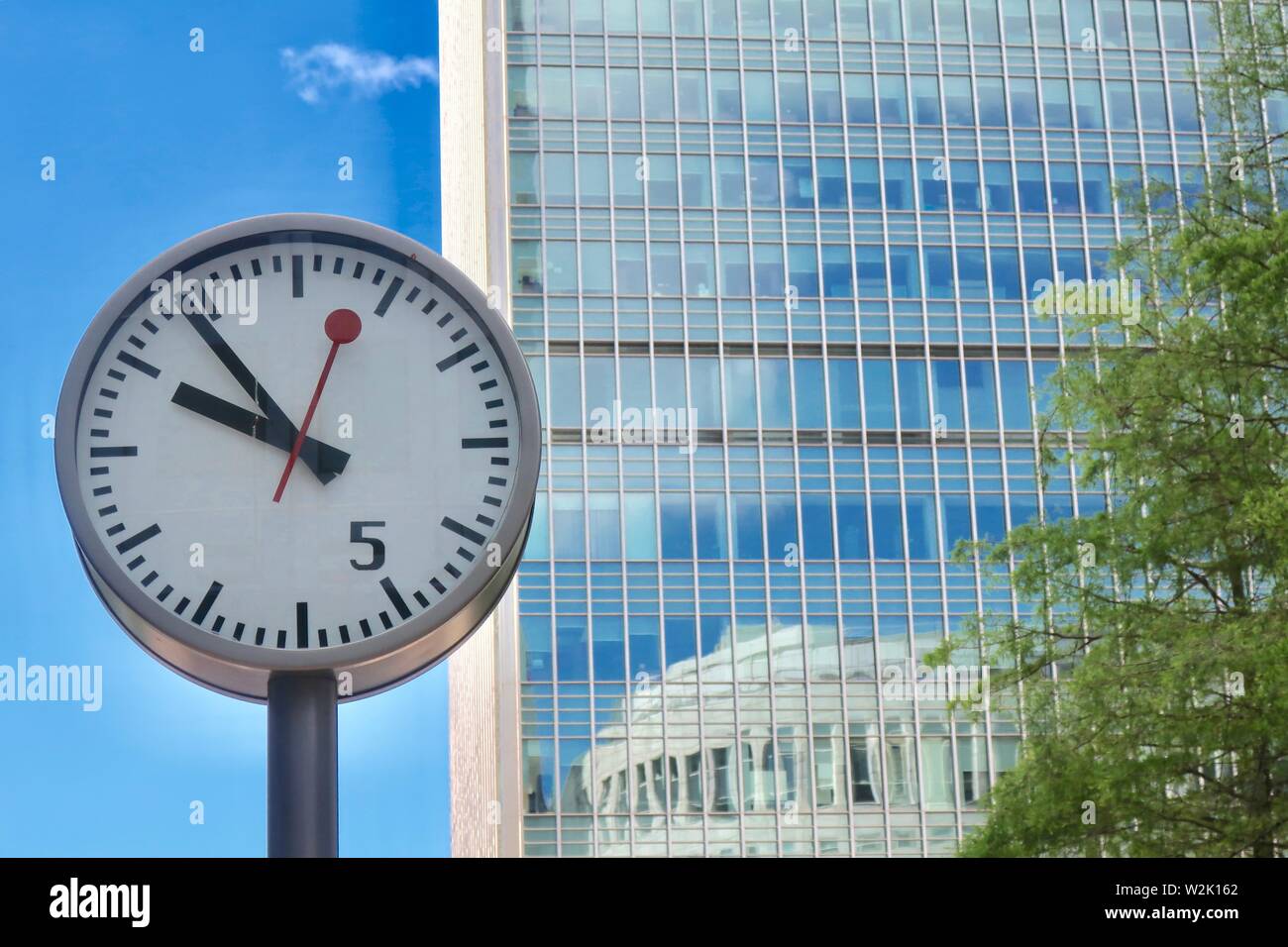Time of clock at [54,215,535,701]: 9:54
